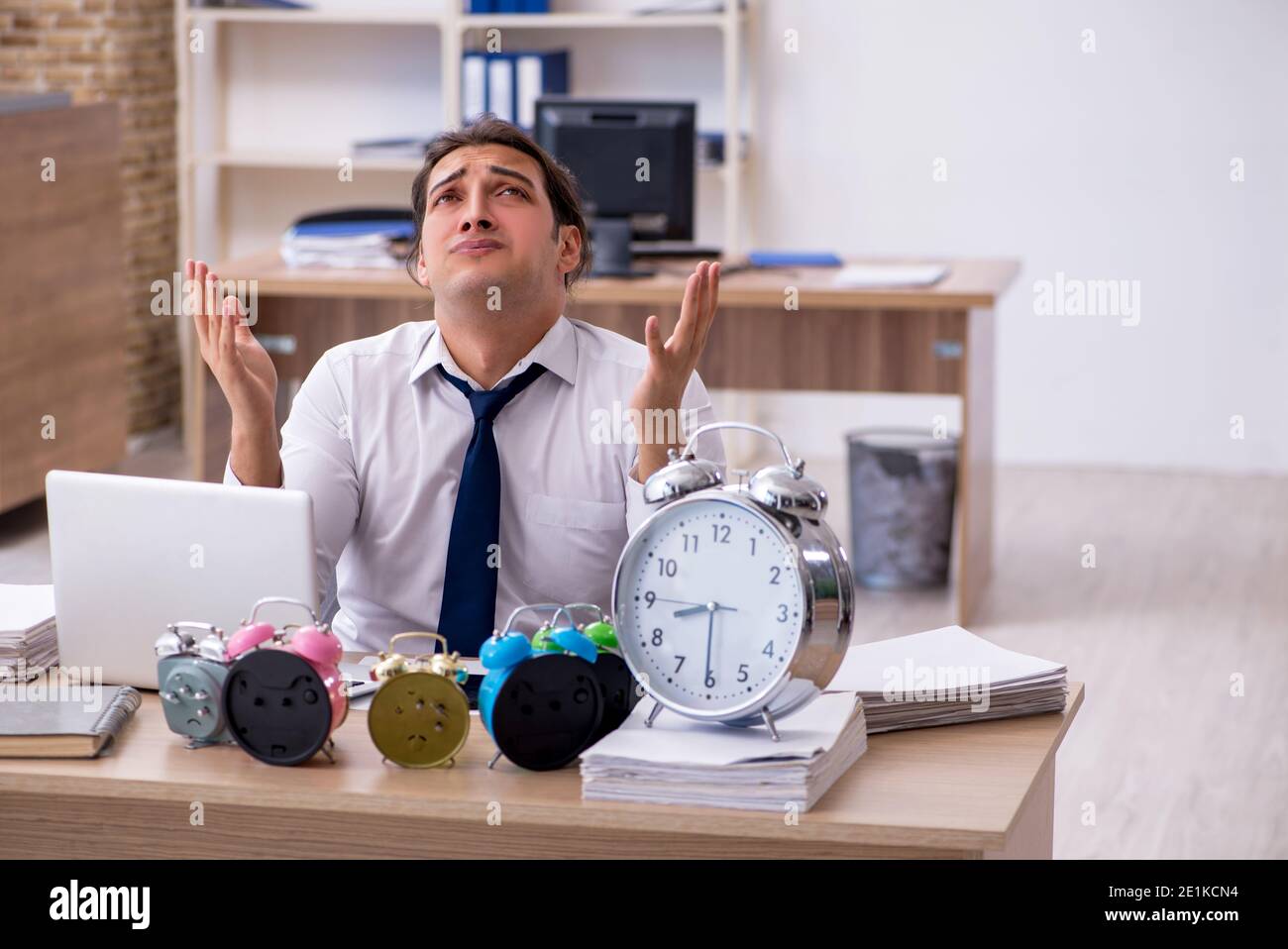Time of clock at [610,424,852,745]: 8:30
